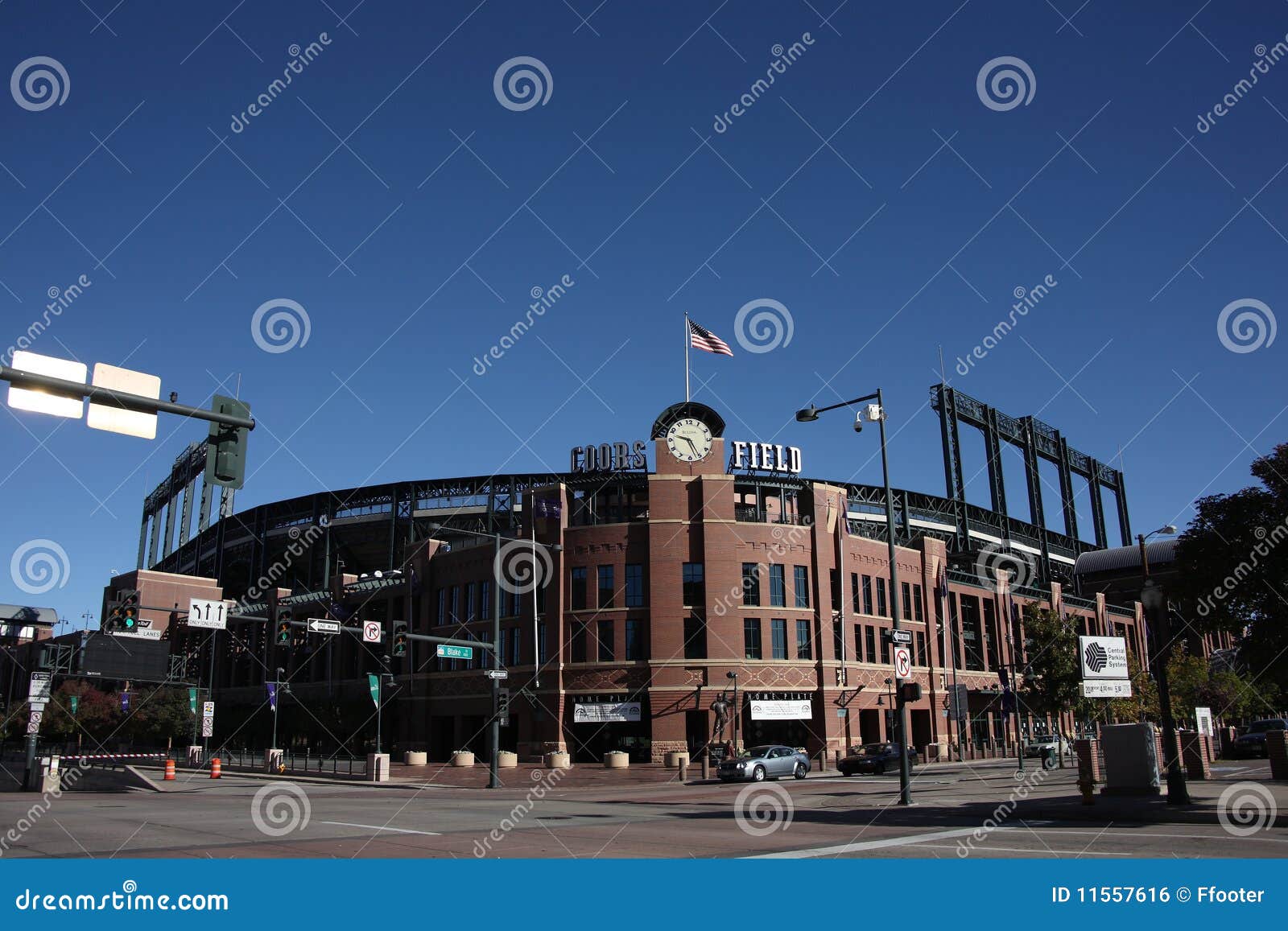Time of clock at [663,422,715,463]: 9:25
